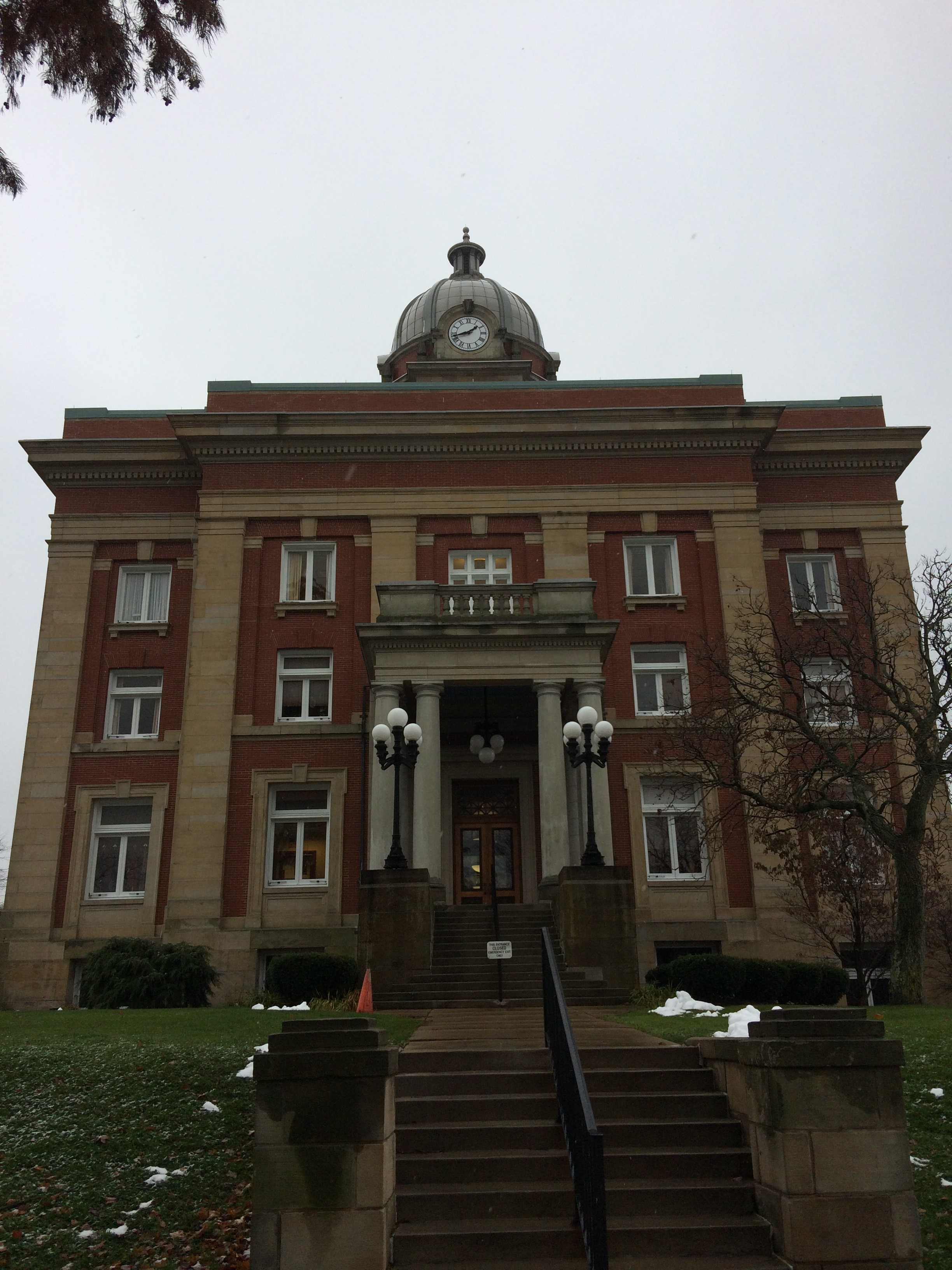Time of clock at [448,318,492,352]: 1:42
